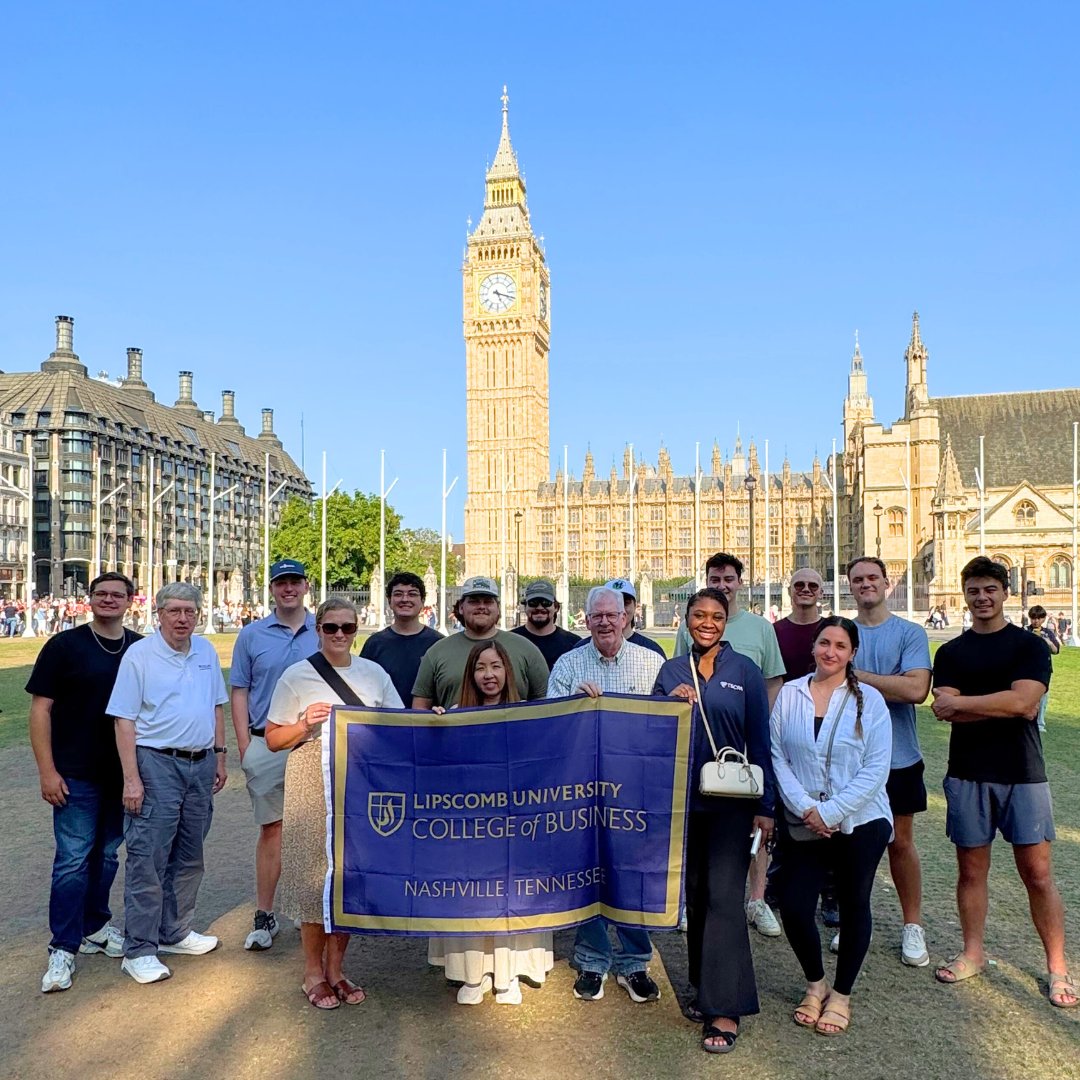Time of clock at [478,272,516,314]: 5:18
